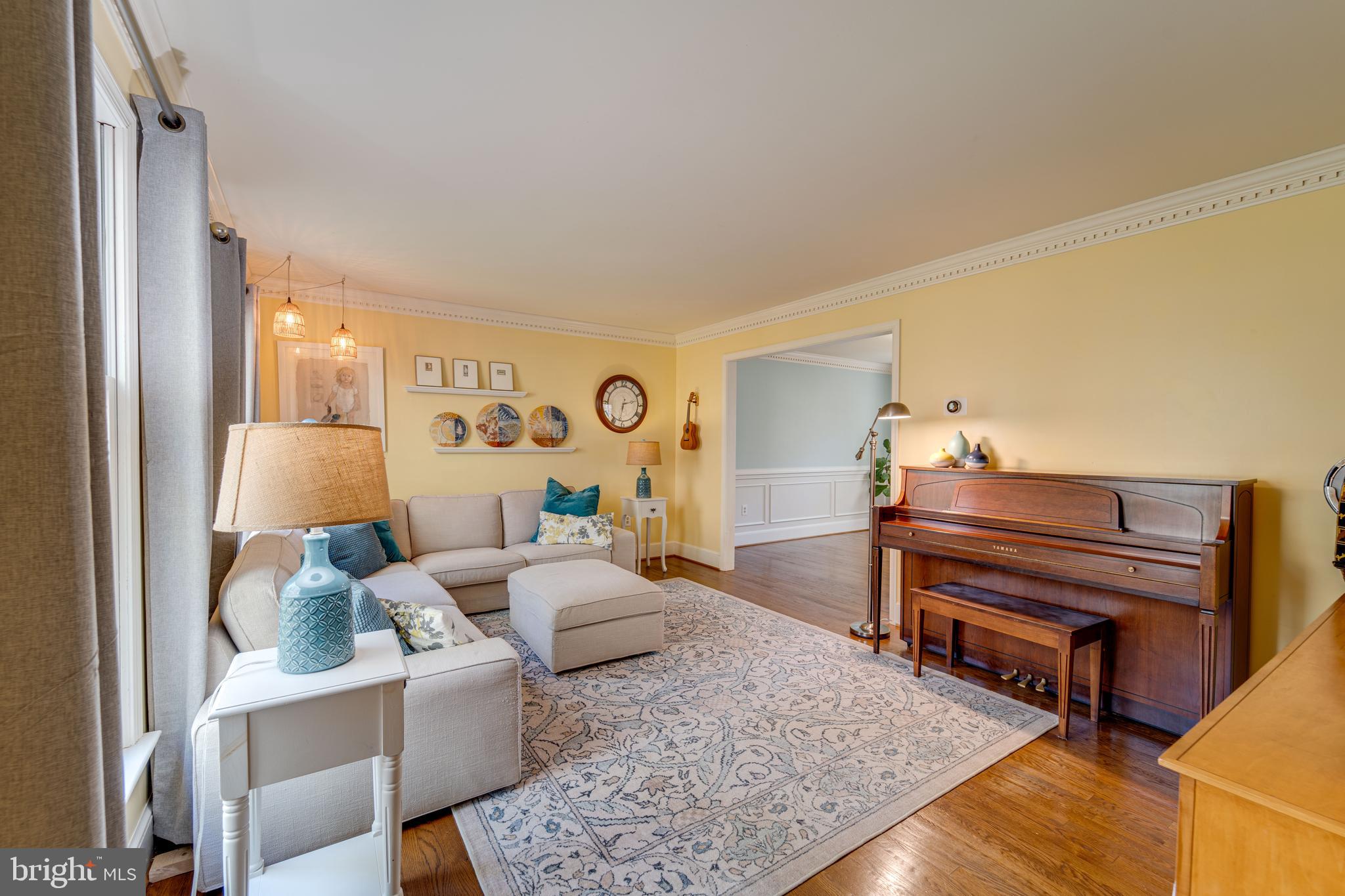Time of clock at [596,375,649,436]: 2:31
